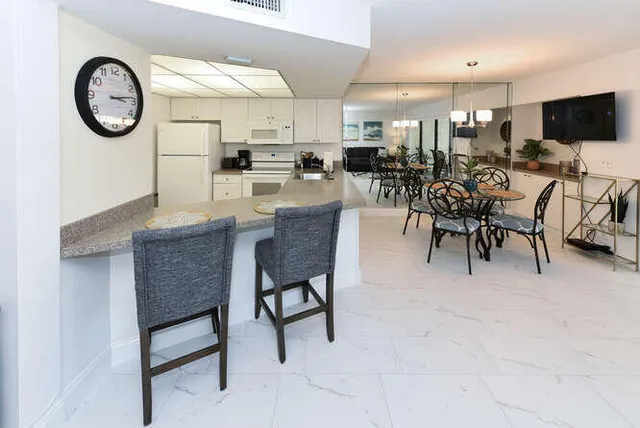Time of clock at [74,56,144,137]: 3:13
